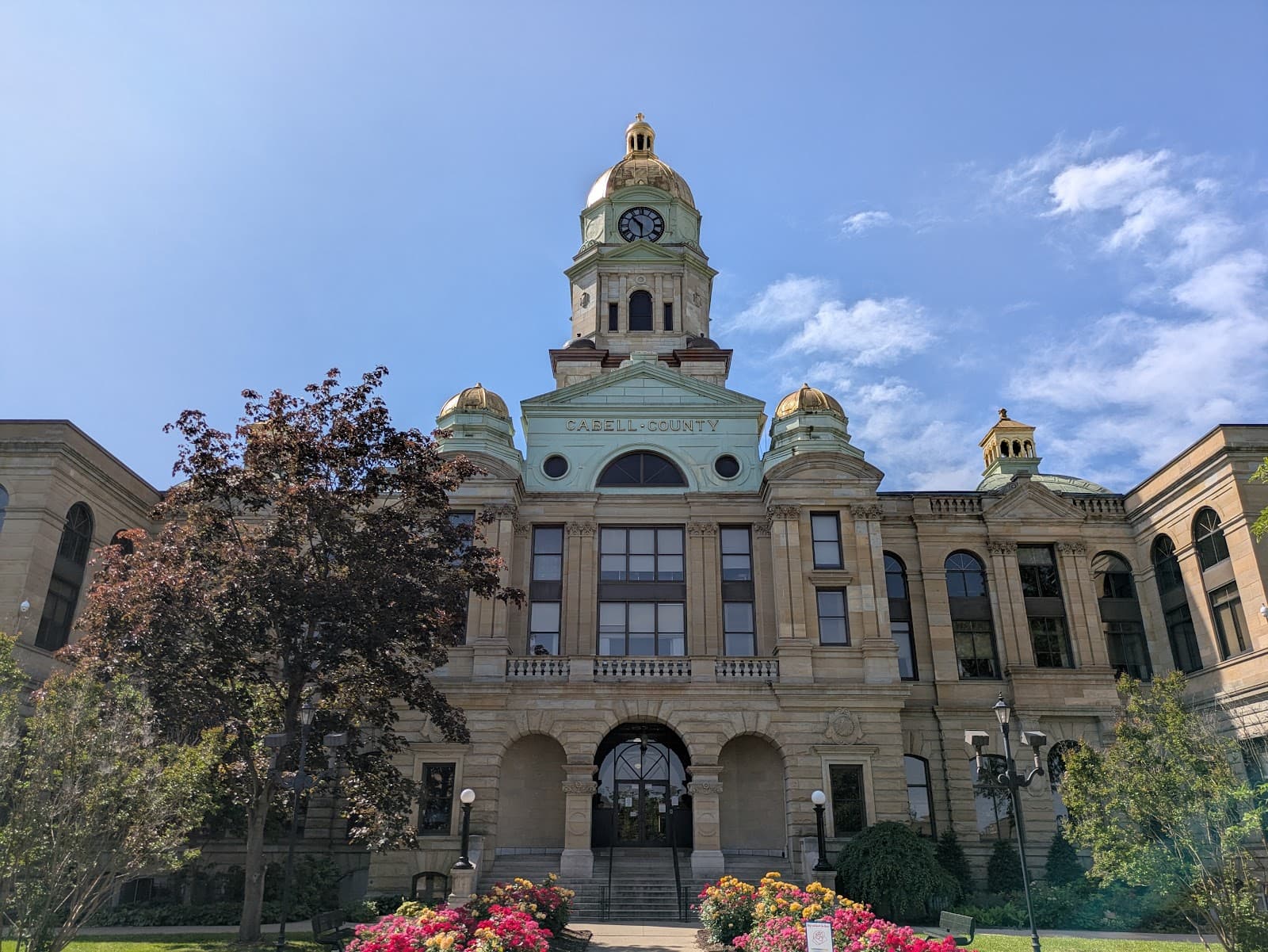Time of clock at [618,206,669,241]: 10:30
